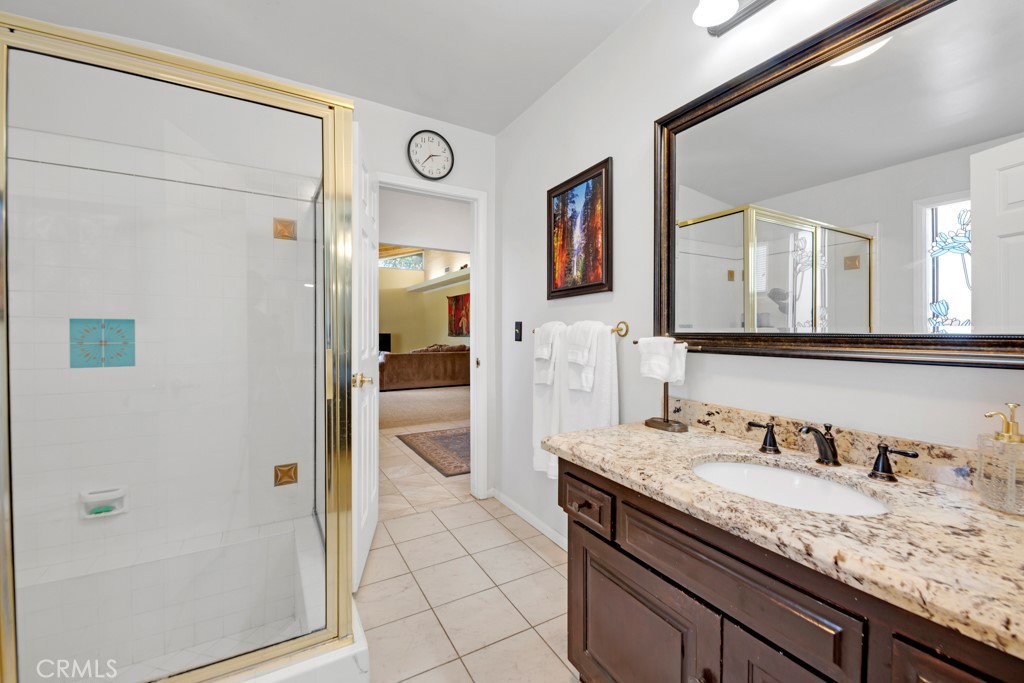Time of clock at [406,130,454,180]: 2:37
